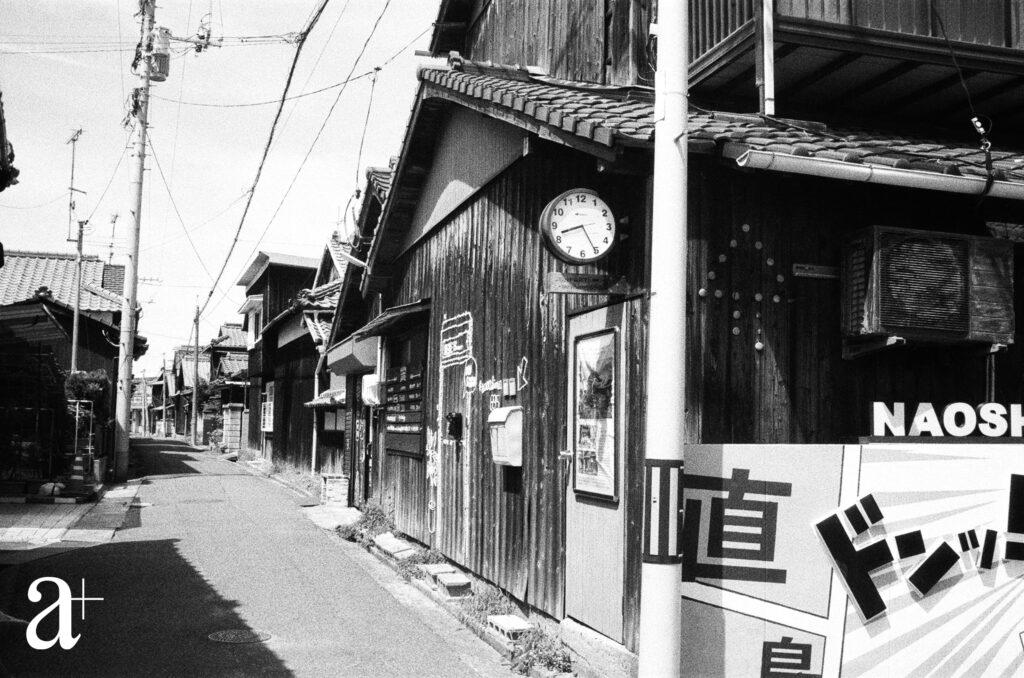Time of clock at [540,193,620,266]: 8:25
